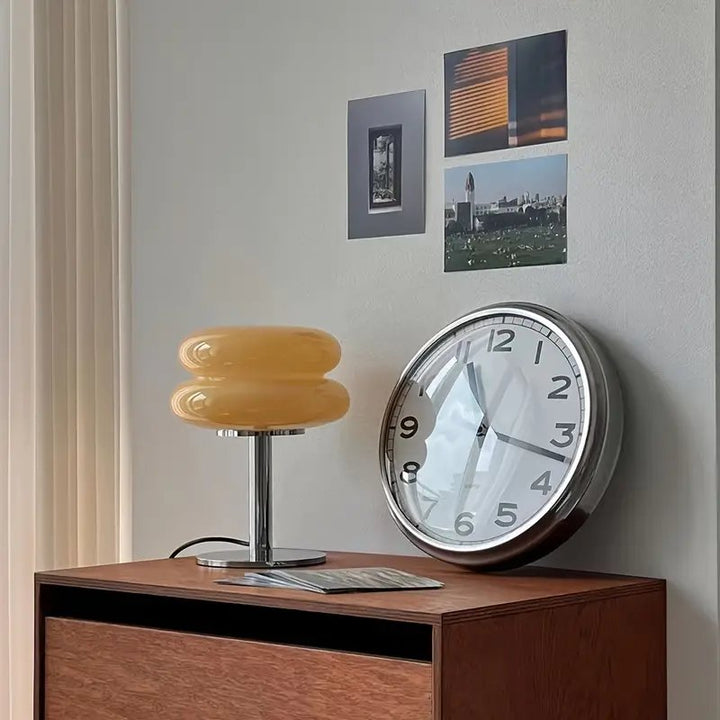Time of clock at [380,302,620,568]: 6:17
